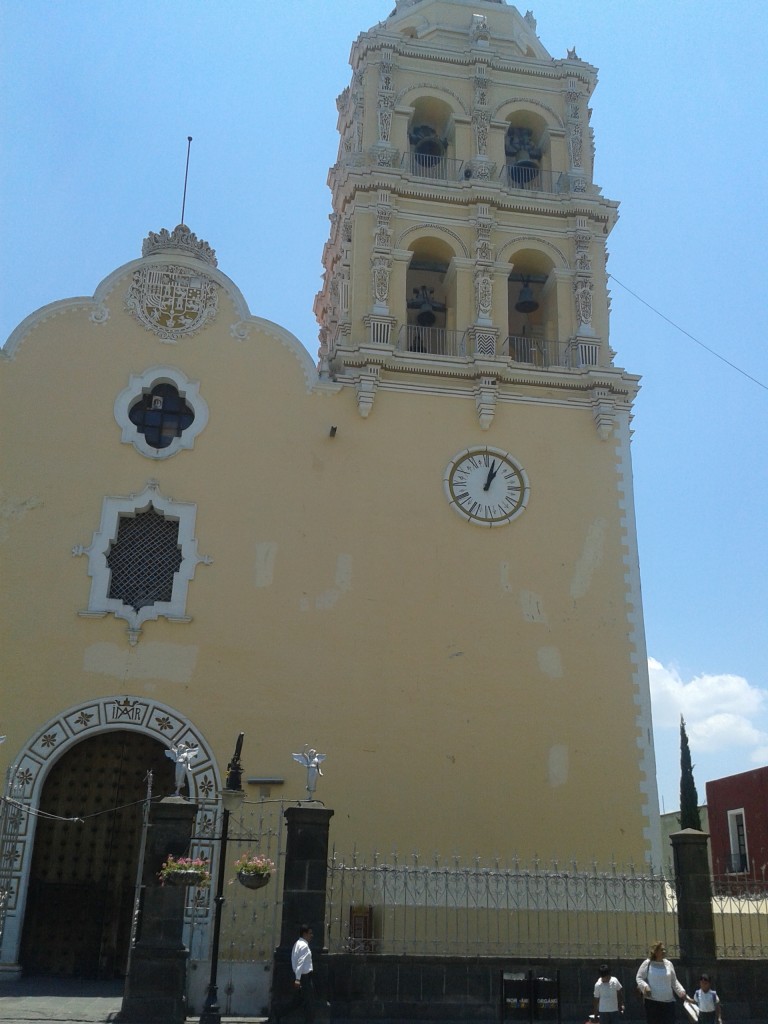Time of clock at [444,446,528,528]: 1:03
